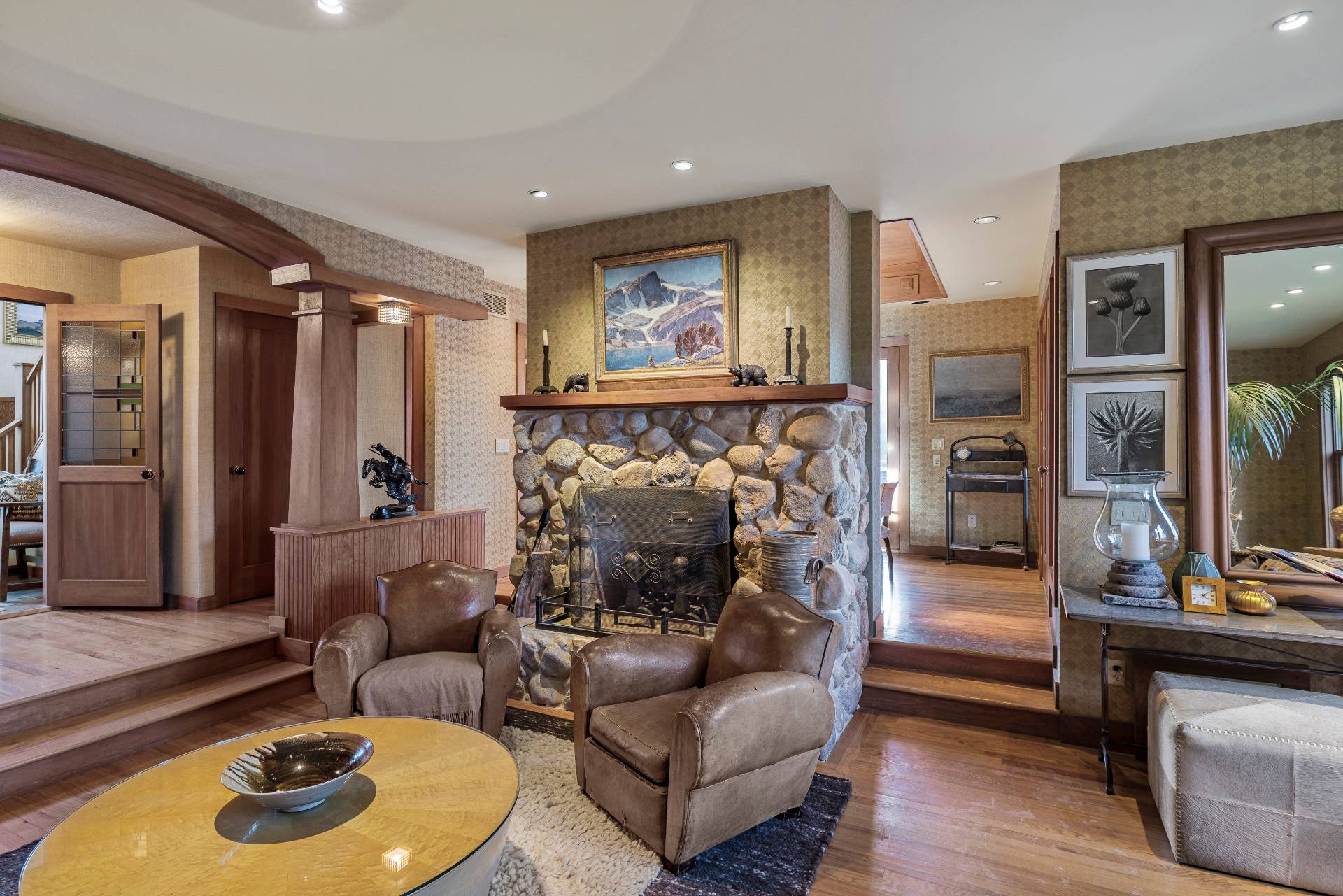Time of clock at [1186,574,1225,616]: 4:09
